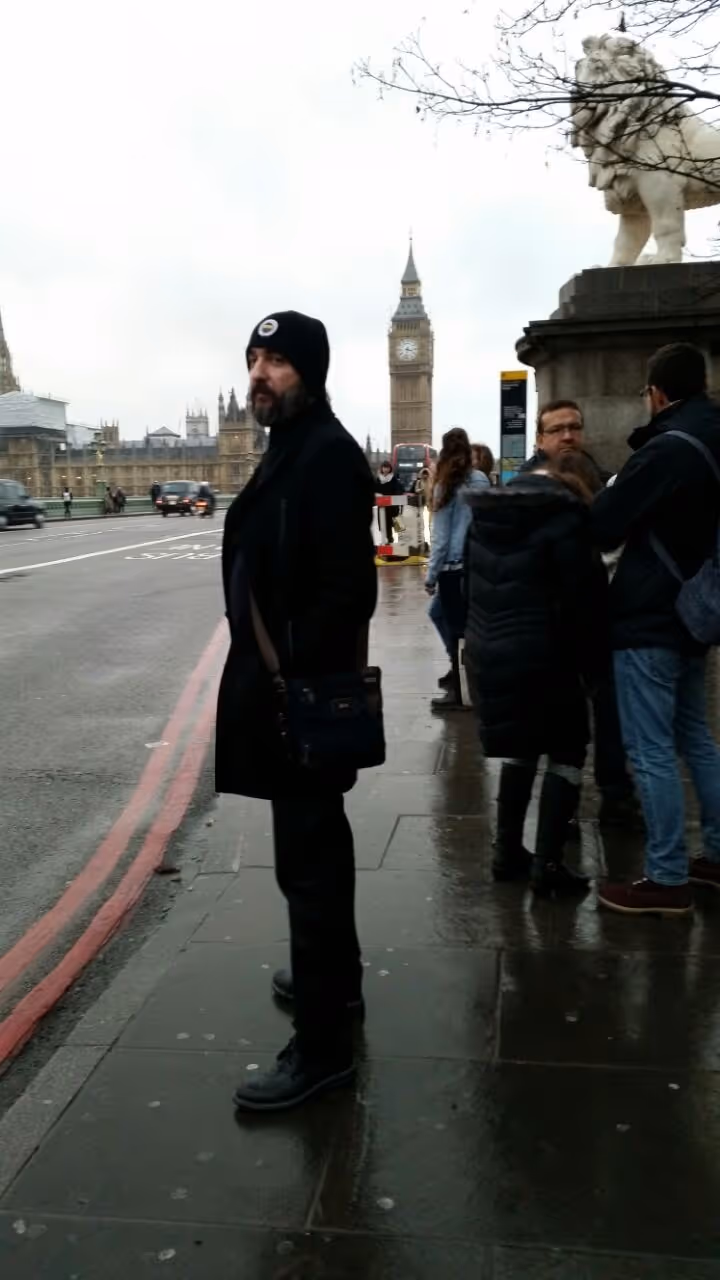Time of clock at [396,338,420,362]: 3:32
